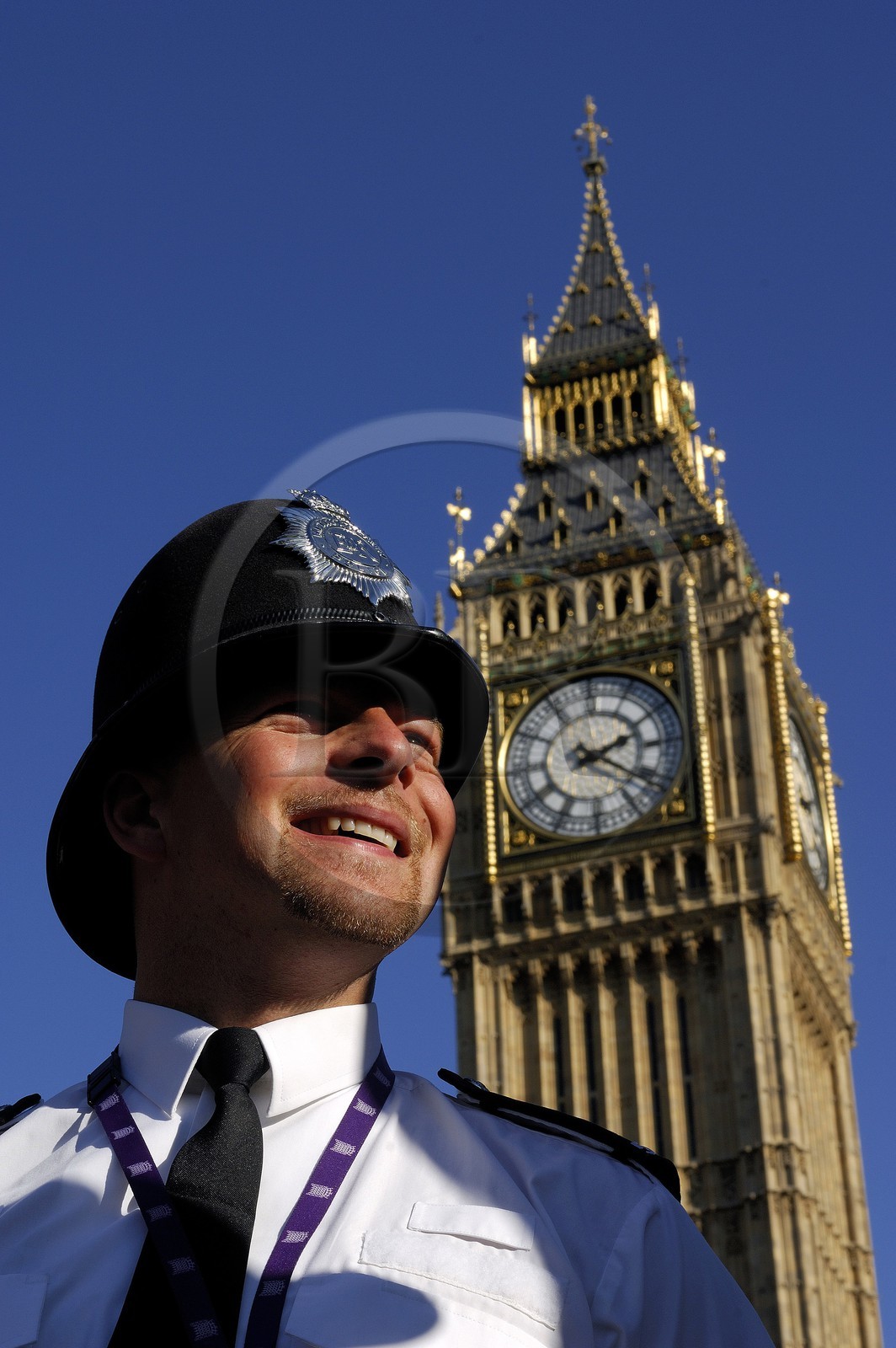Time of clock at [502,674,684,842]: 2:21
